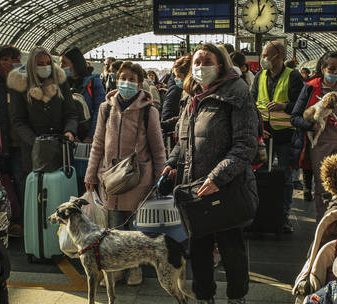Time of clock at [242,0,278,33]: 12:59
